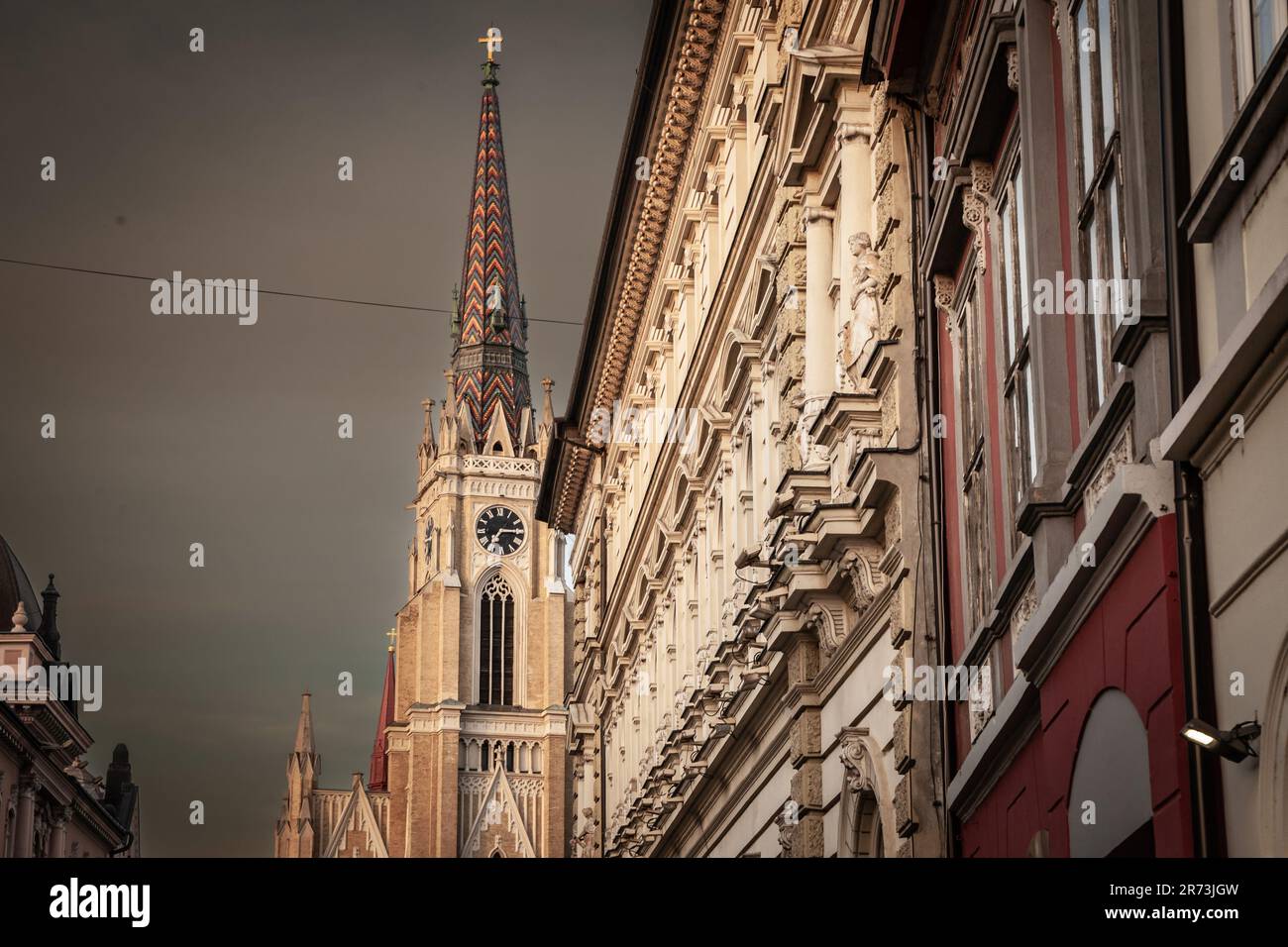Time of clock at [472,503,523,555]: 7:15
